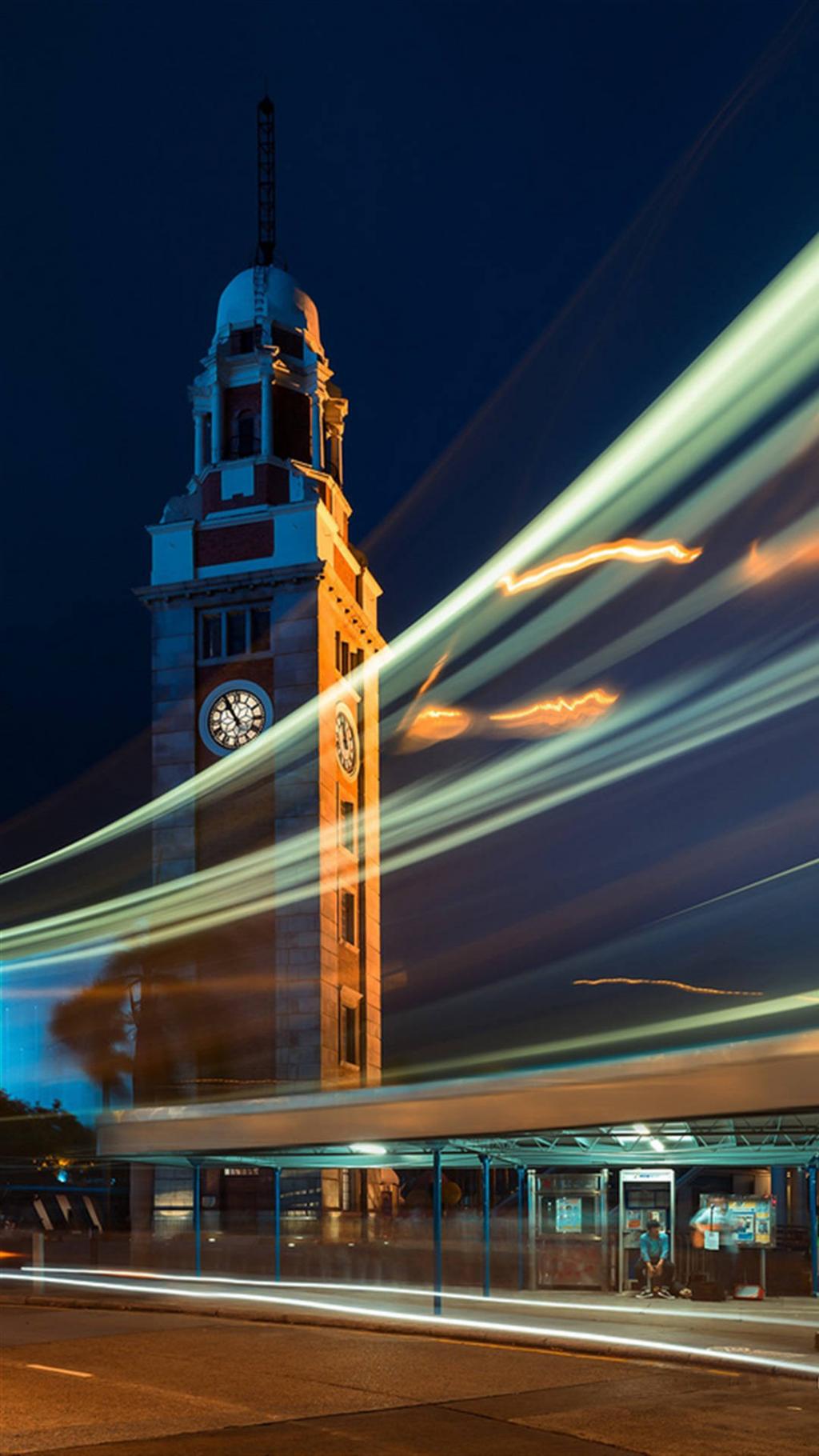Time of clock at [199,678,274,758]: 10:55
